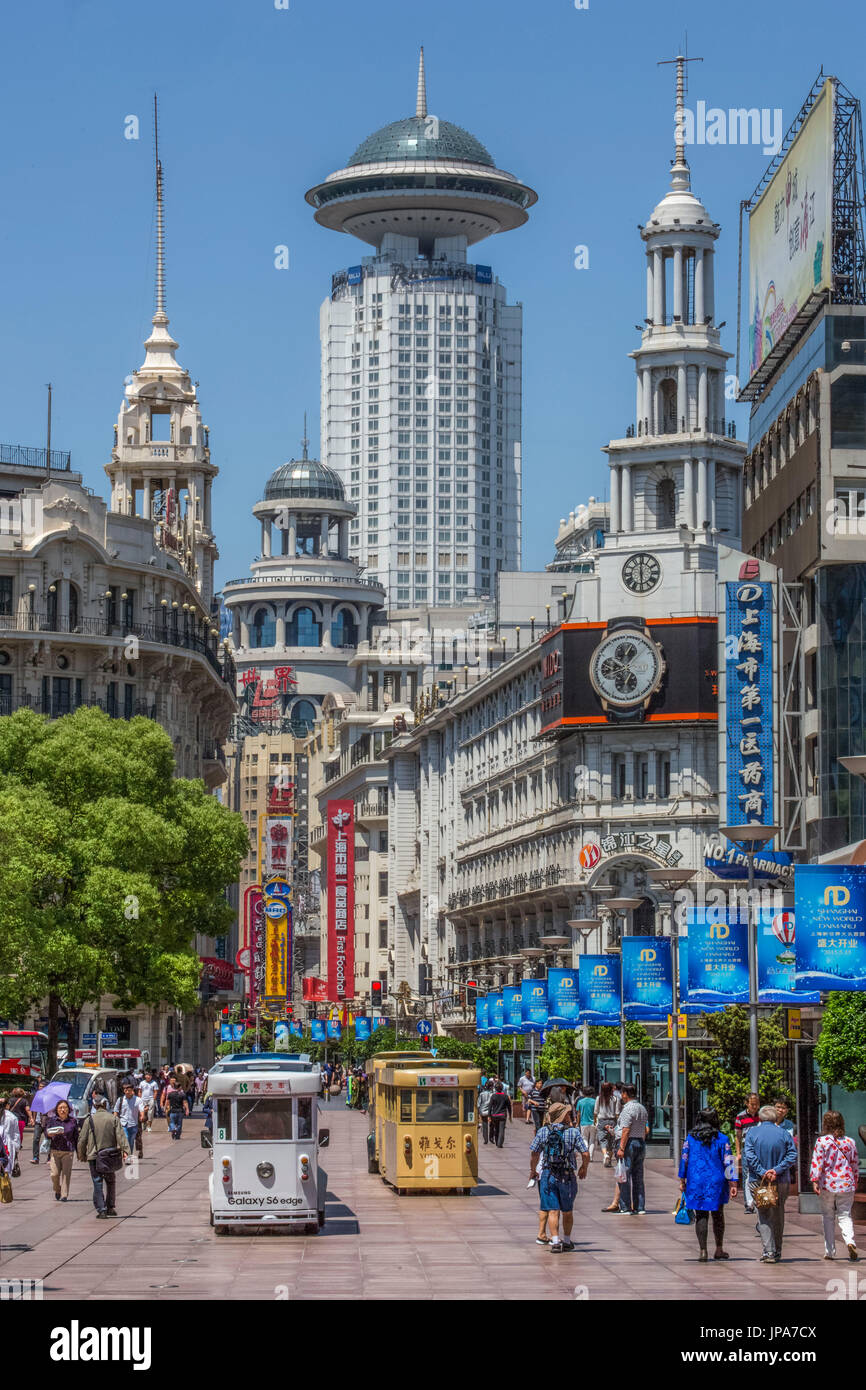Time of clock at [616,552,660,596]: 5:59
